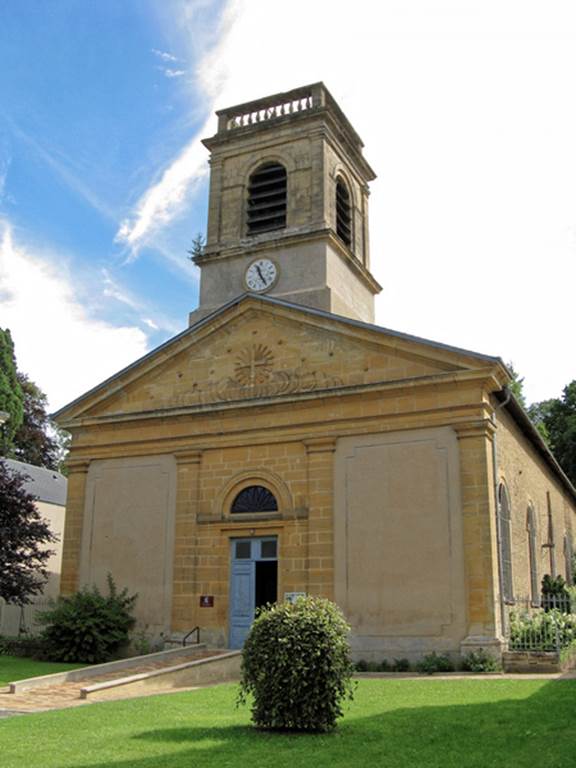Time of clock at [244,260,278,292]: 11:24
